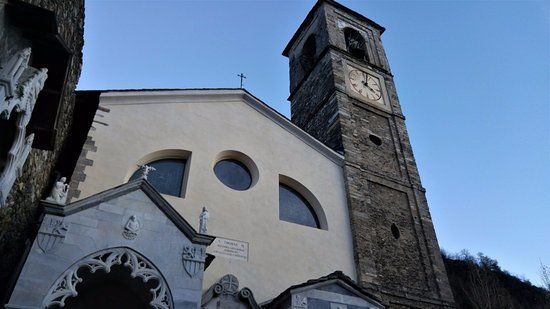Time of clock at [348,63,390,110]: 4:01
